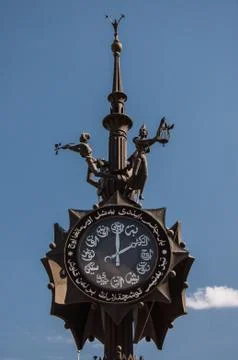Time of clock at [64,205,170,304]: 2:00
